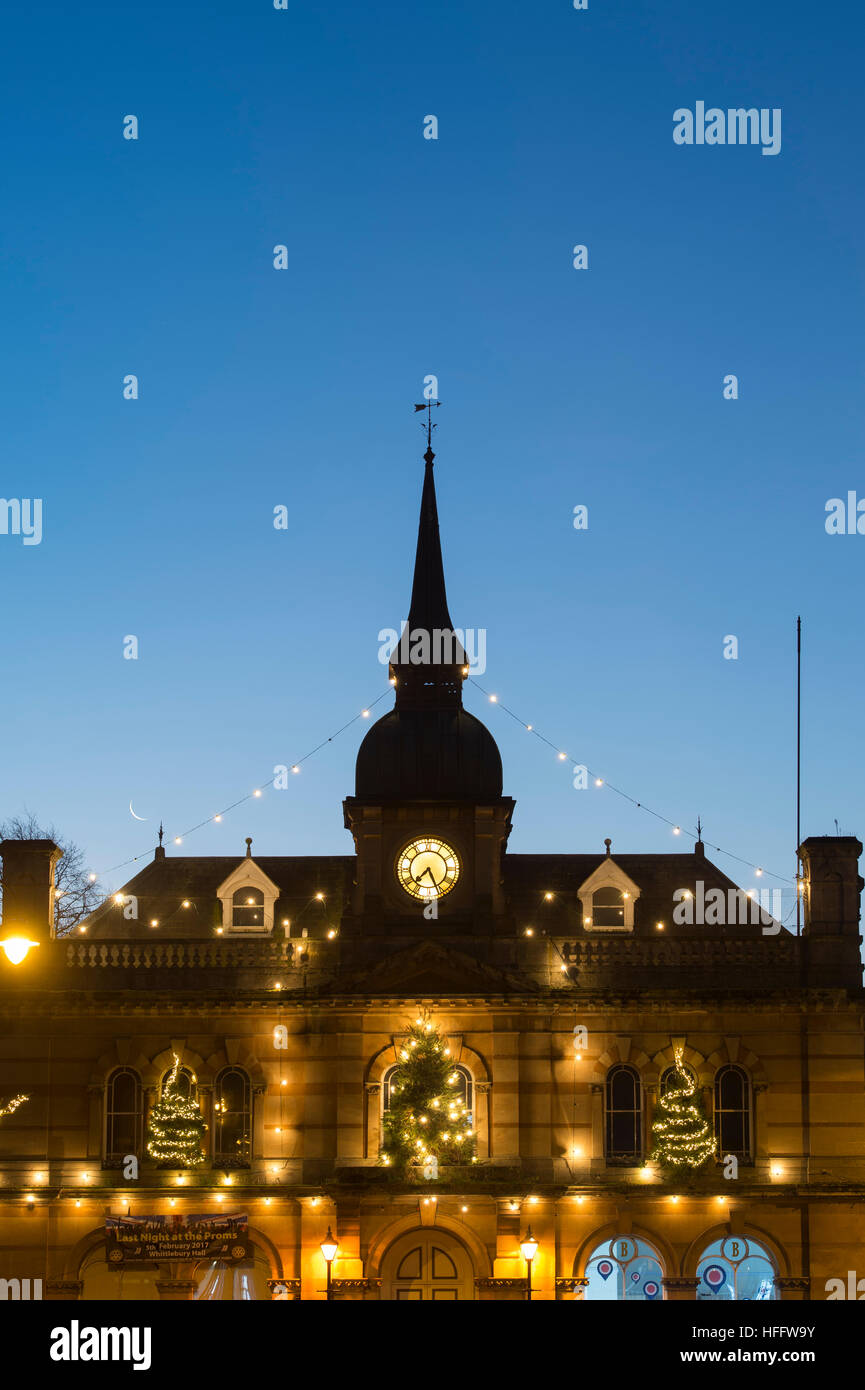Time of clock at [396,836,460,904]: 7:26
